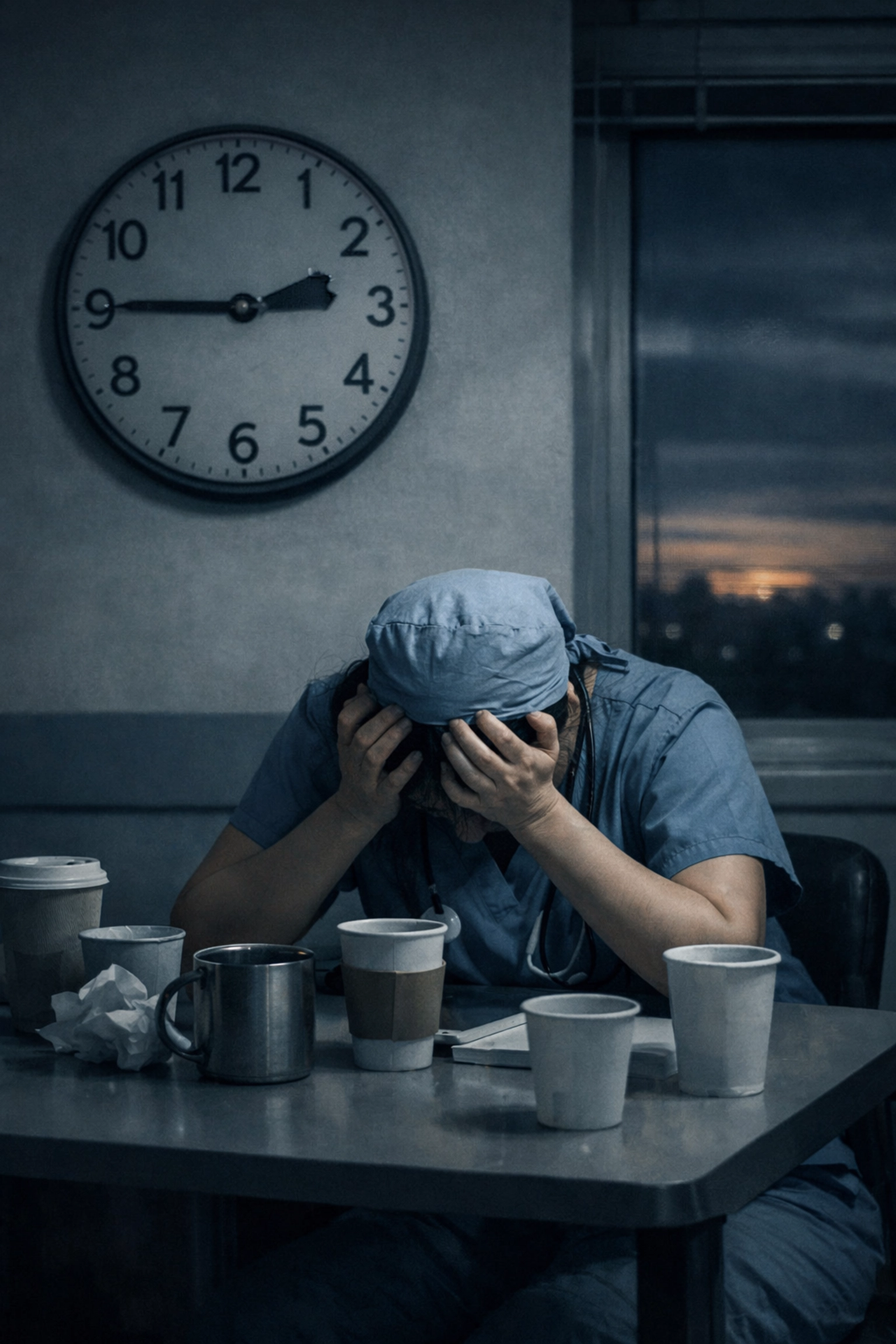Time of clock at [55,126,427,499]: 2:45
